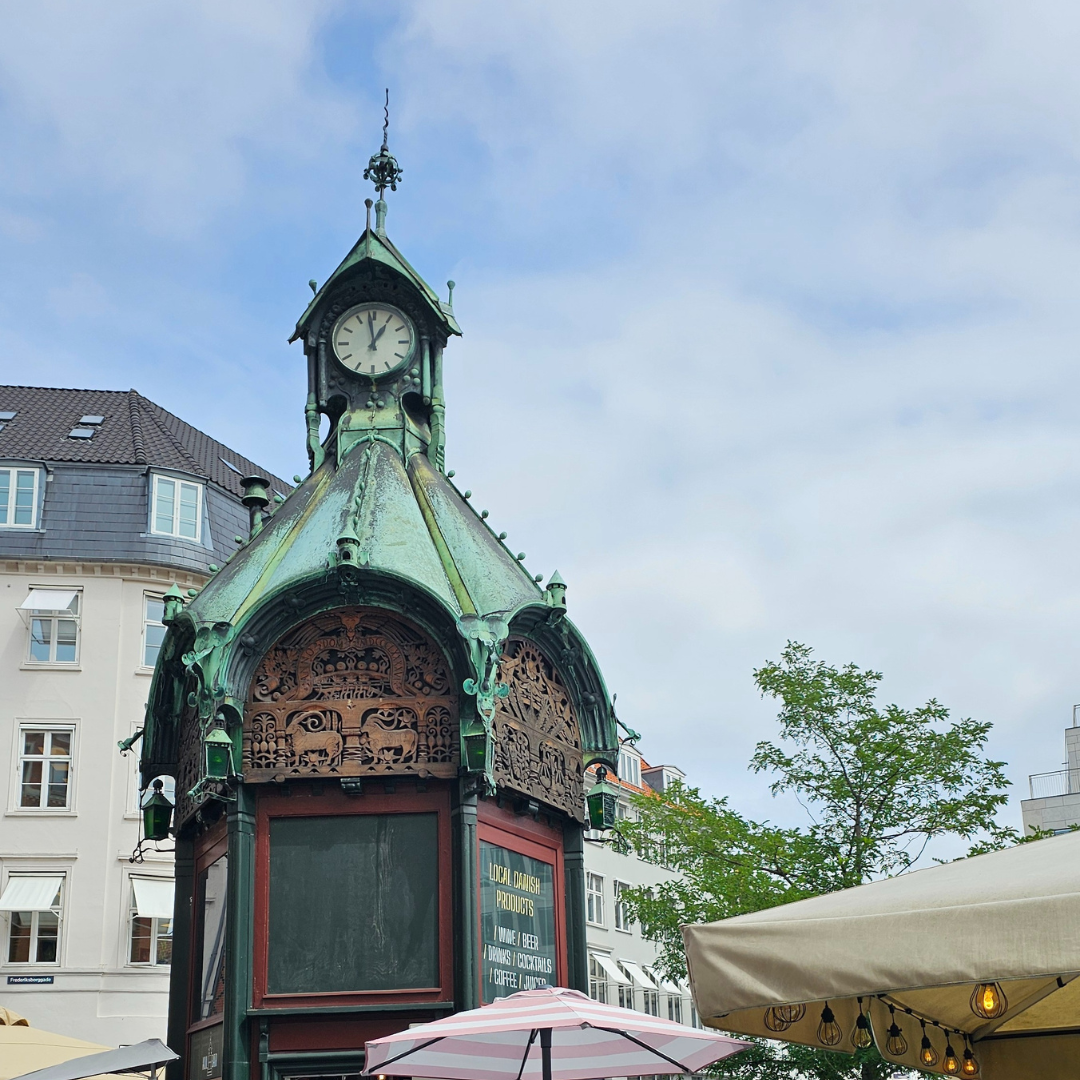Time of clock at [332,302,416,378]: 12:58
